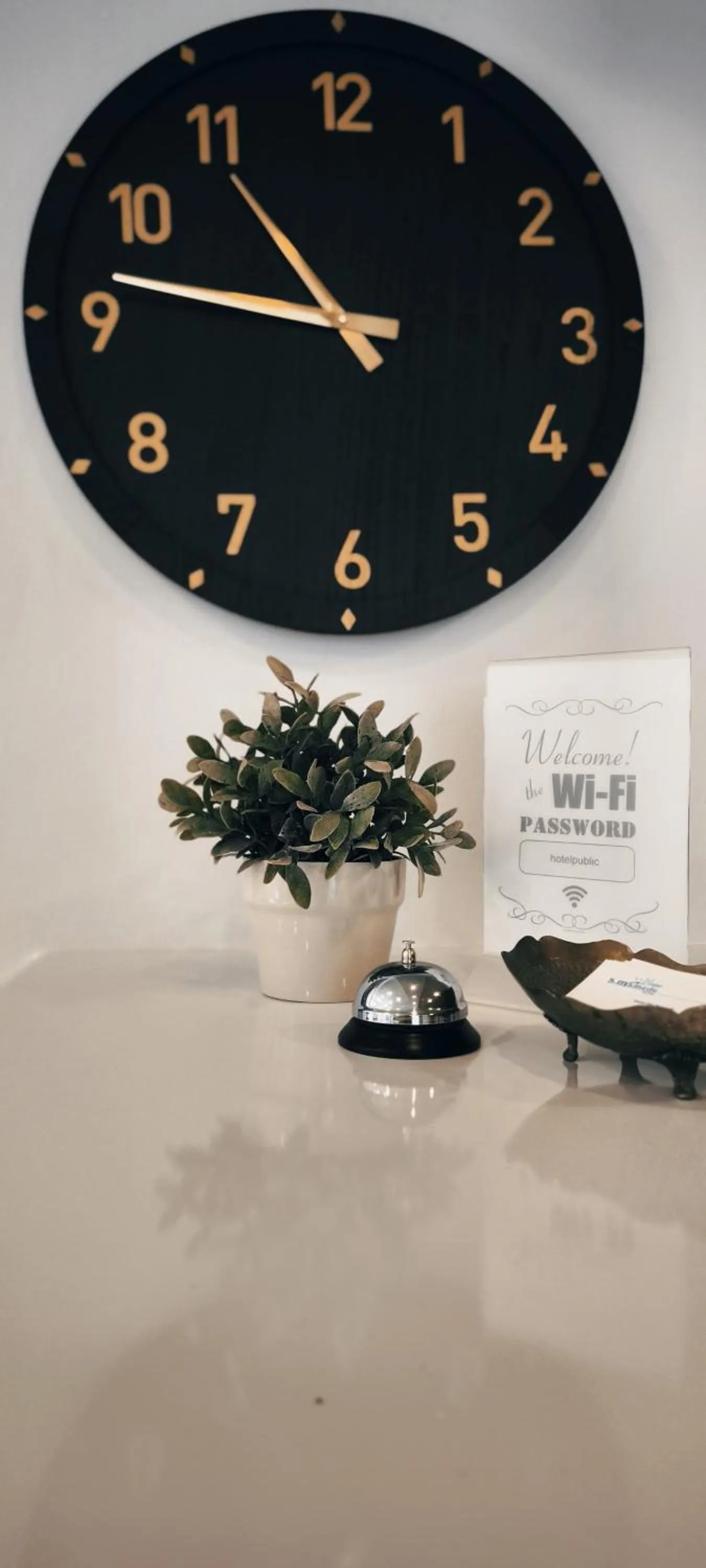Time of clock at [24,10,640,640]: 10:46
